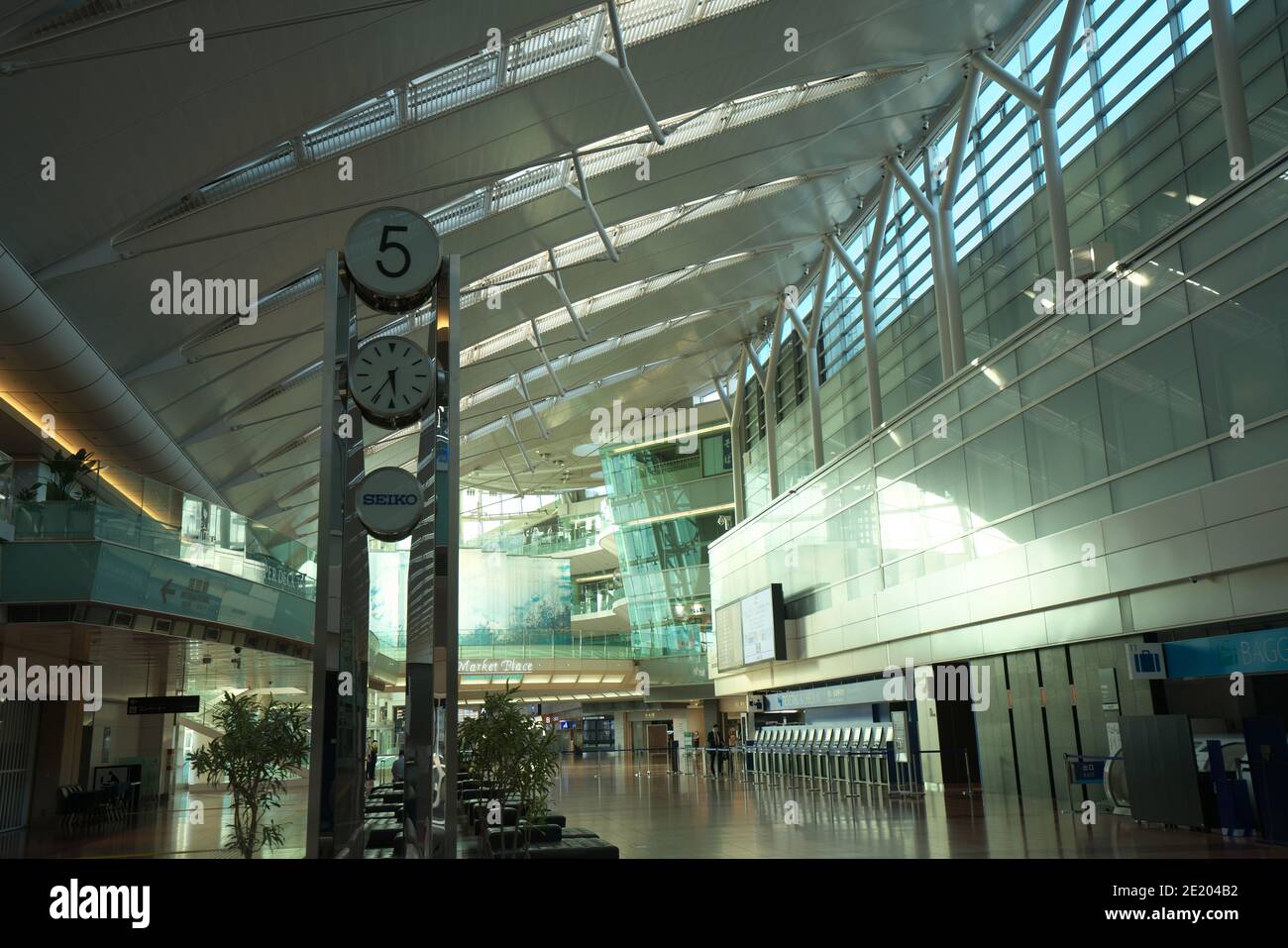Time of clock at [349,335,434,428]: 5:35
